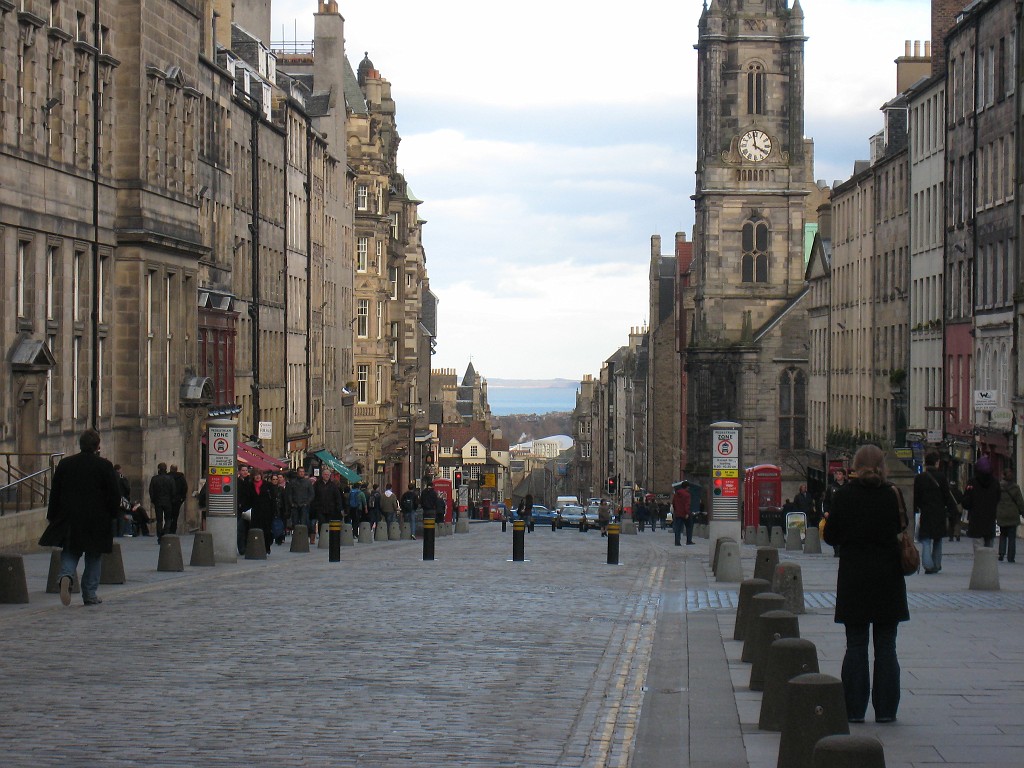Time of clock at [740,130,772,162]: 3:58
